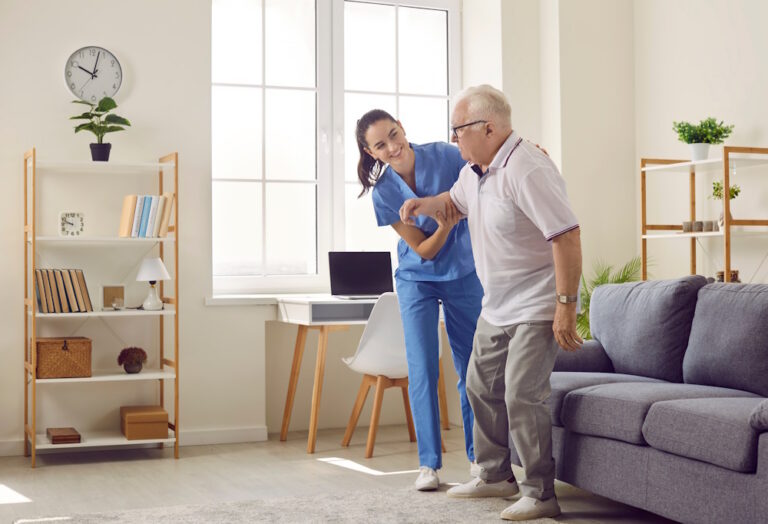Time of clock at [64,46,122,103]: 10:02
